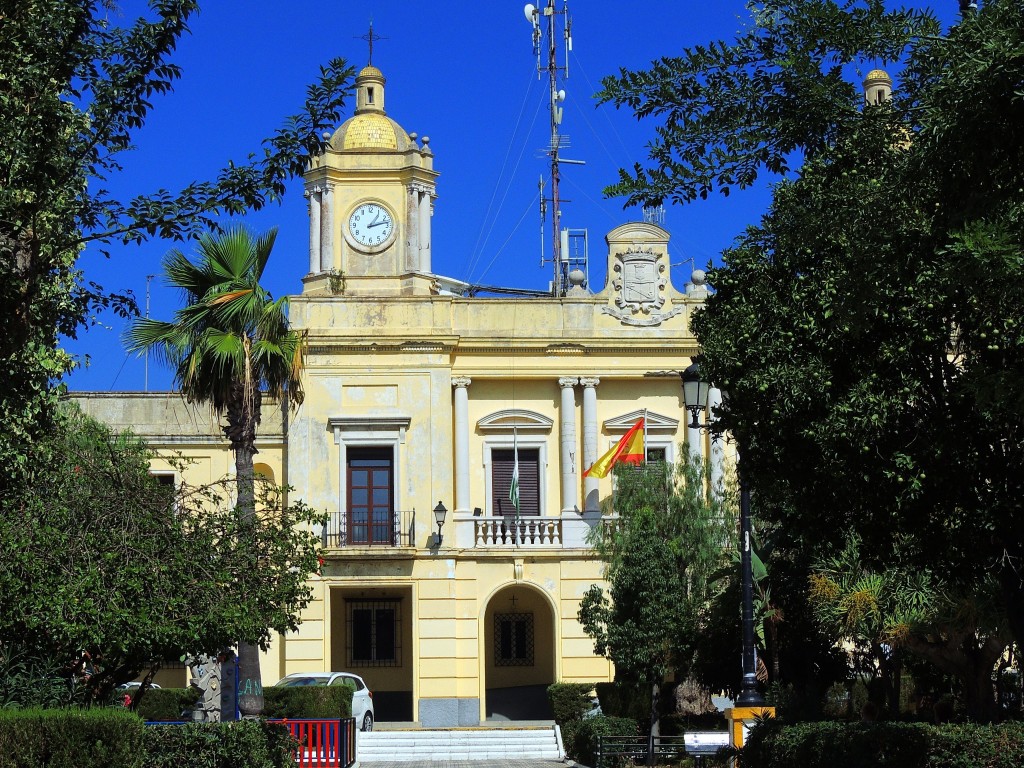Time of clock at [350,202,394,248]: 1:12
